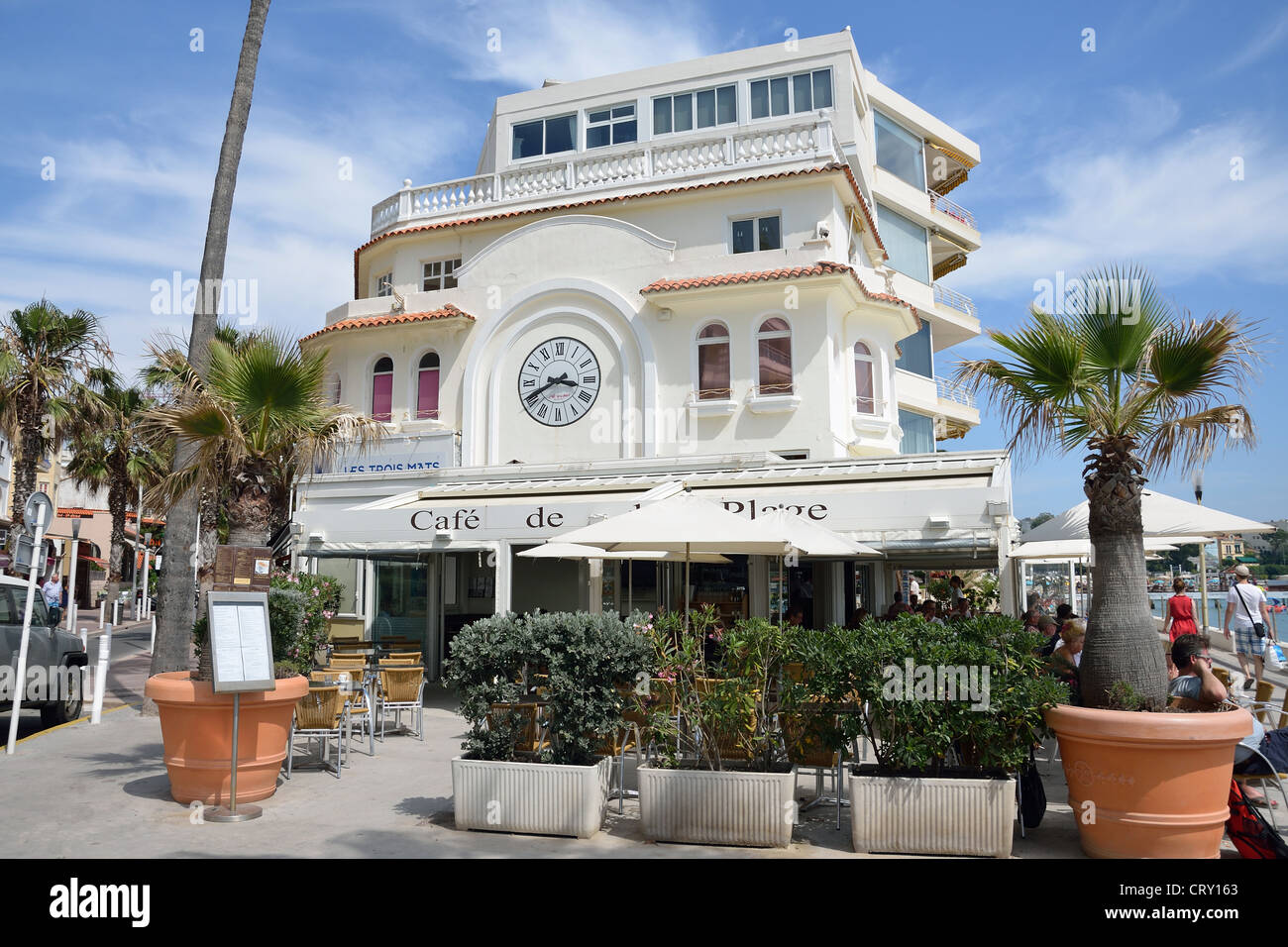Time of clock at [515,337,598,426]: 3:40
